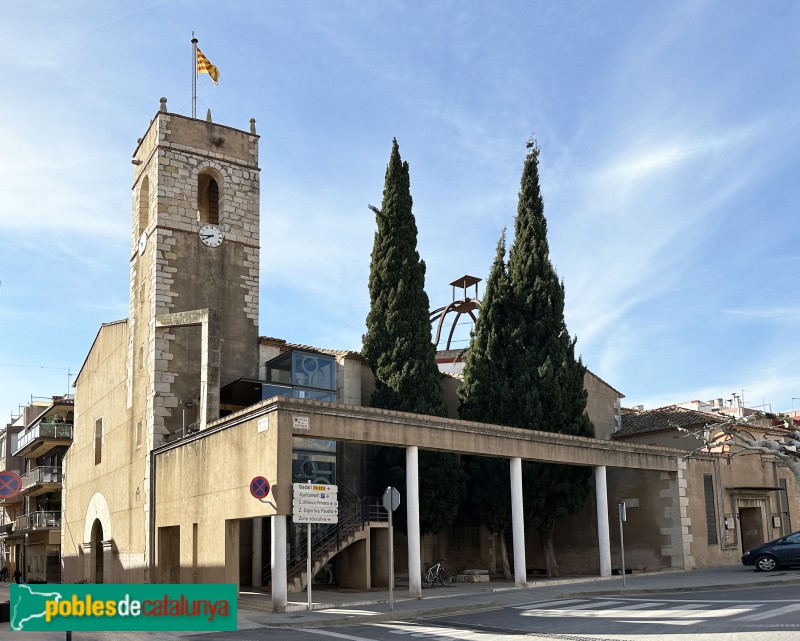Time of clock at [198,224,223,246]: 7:43
